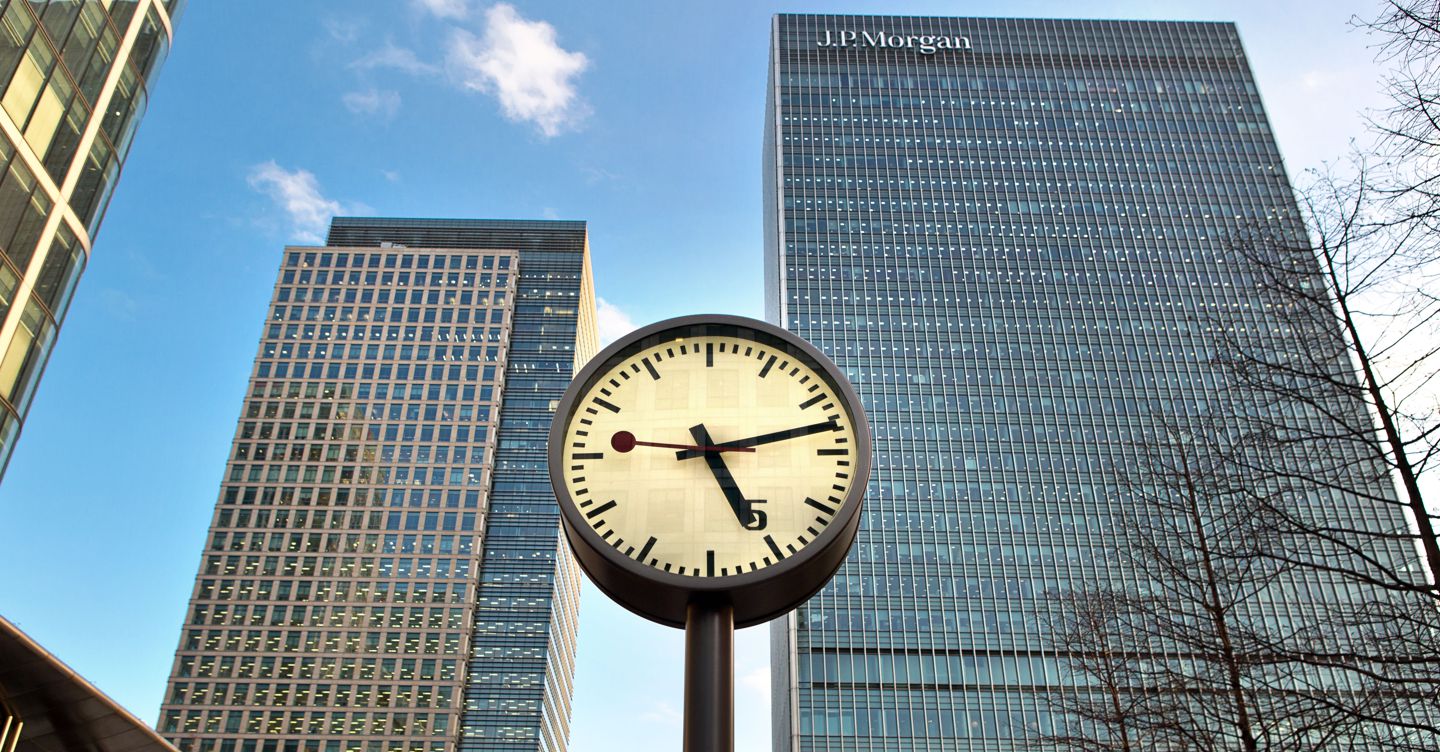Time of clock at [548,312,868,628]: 5:12
